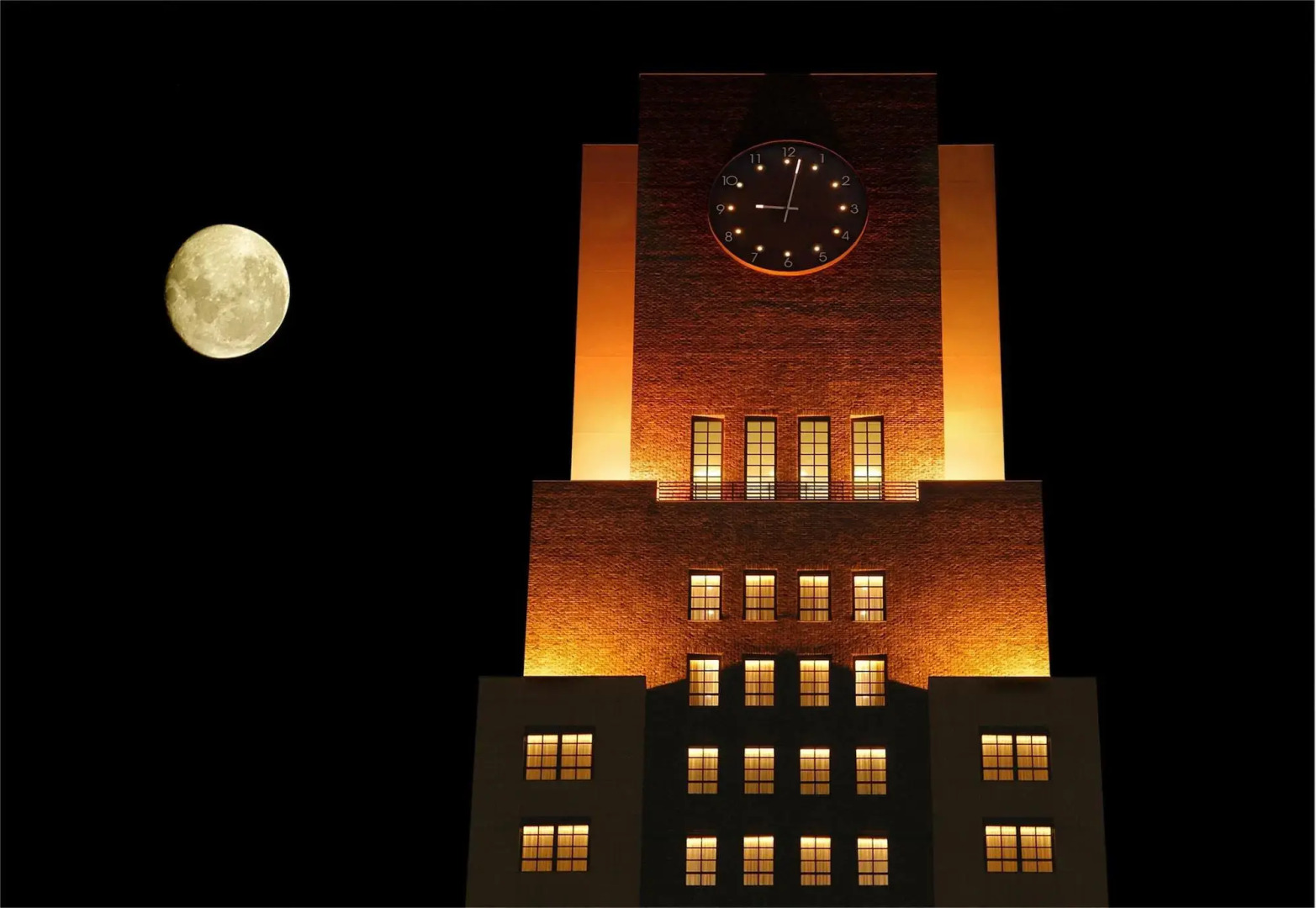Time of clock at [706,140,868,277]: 9:01
